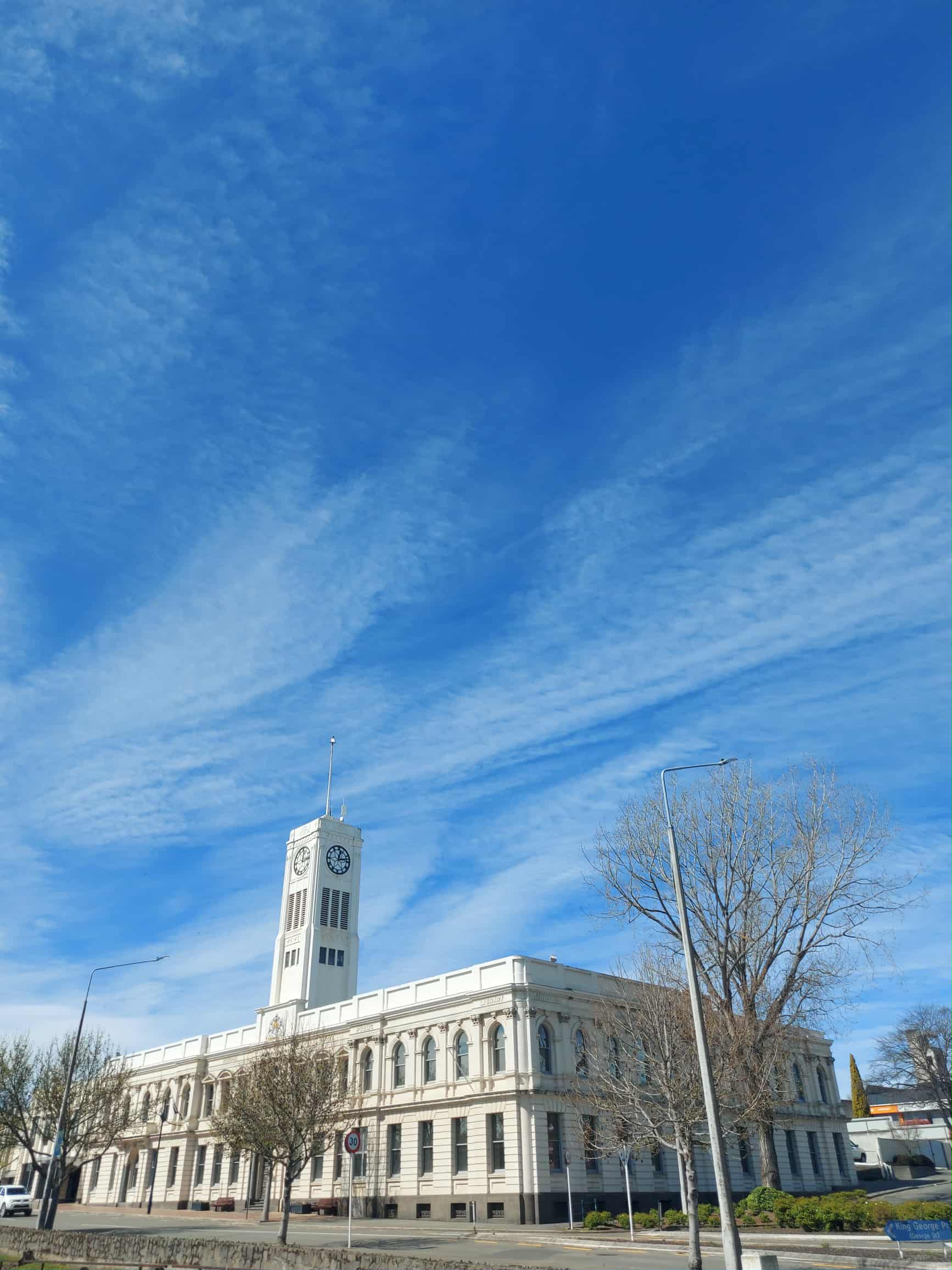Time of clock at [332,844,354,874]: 12:13
